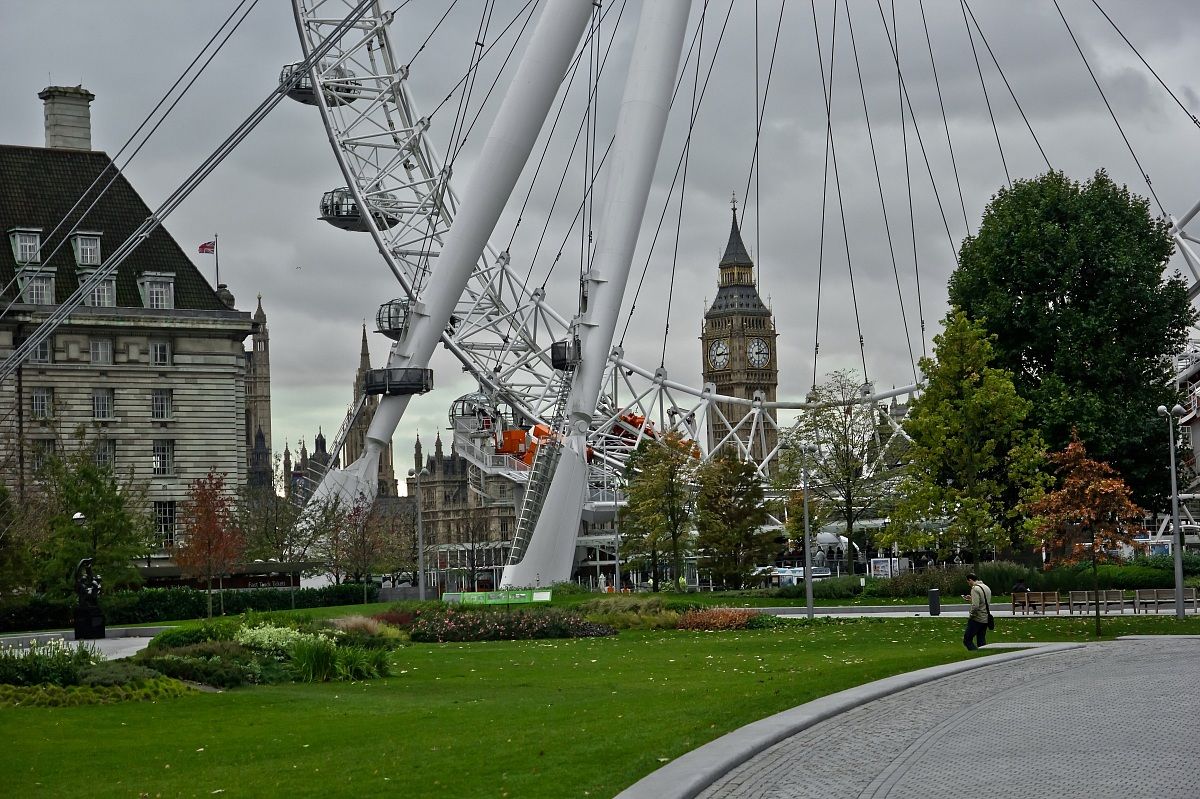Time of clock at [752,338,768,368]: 2:15
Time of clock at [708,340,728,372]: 2:15
